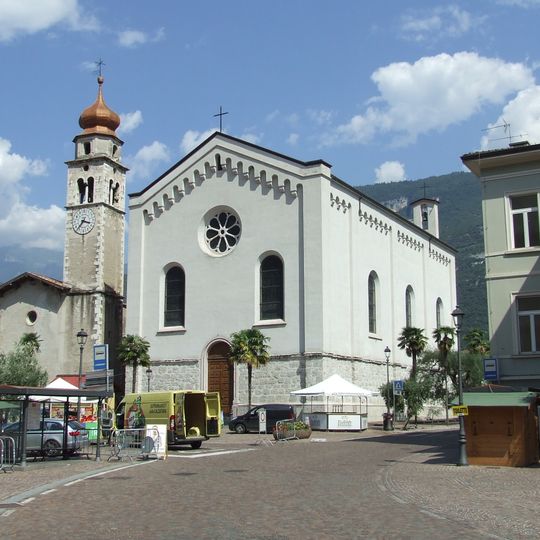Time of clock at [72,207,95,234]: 3:36
